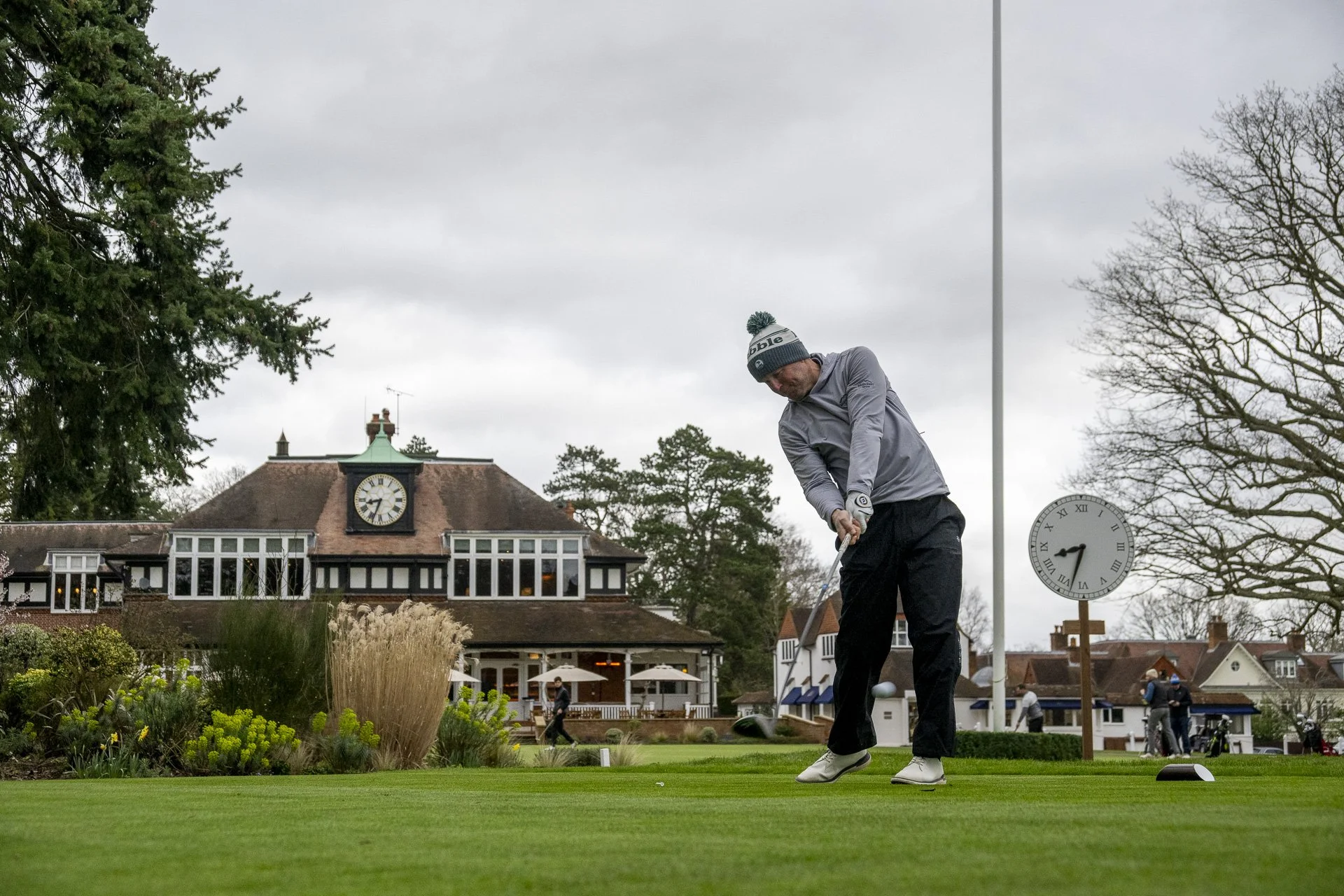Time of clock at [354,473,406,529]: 8:33
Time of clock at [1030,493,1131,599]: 8:32
